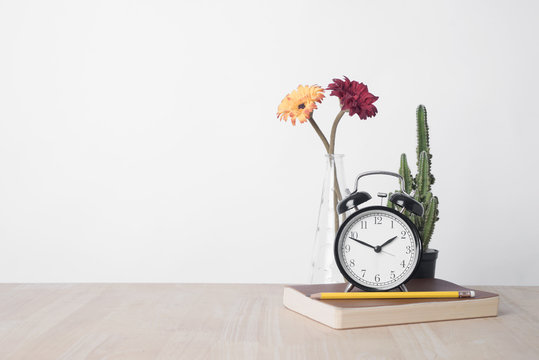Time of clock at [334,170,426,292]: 1:48
